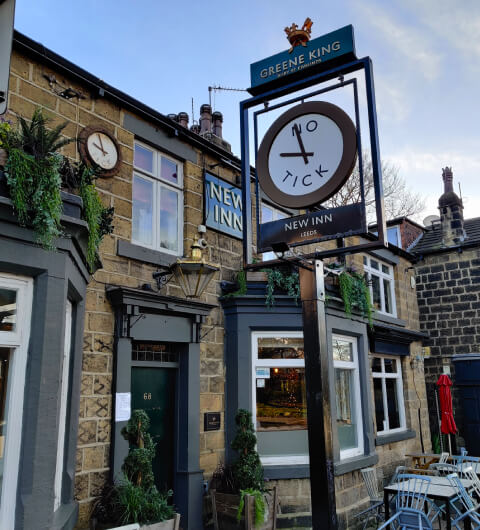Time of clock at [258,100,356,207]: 8:56
